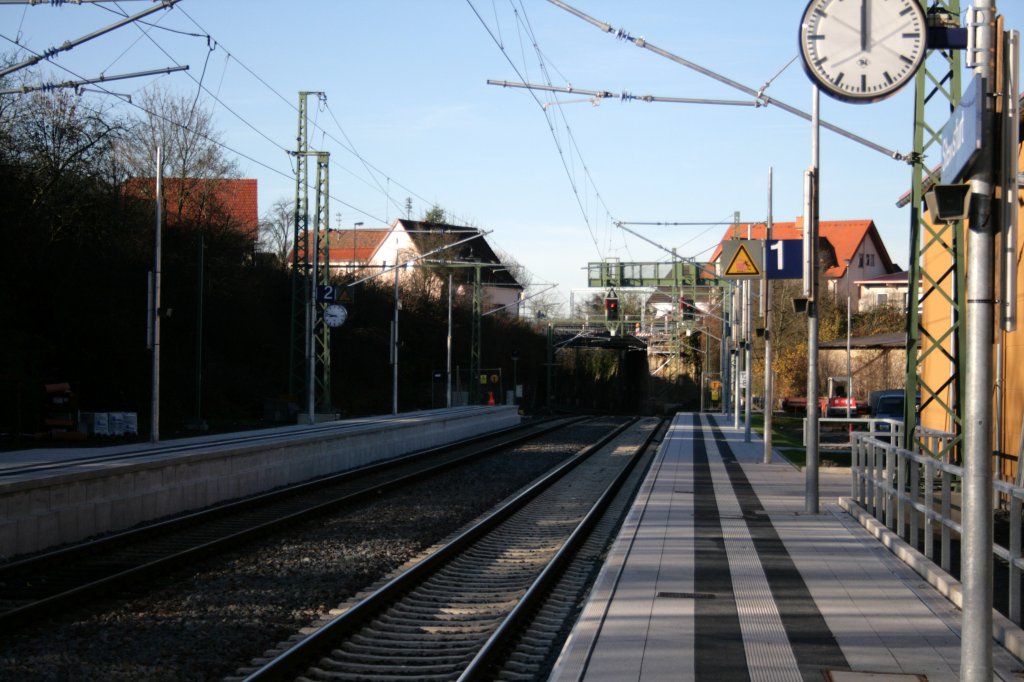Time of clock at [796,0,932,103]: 12:00
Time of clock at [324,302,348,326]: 8:47
